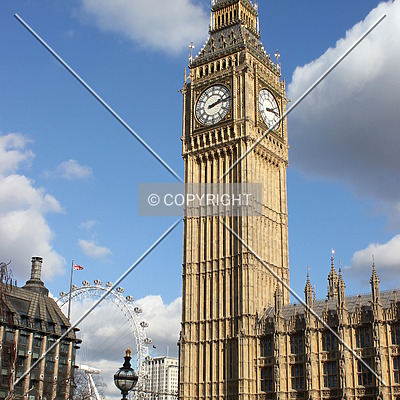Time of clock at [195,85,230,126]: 2:13
